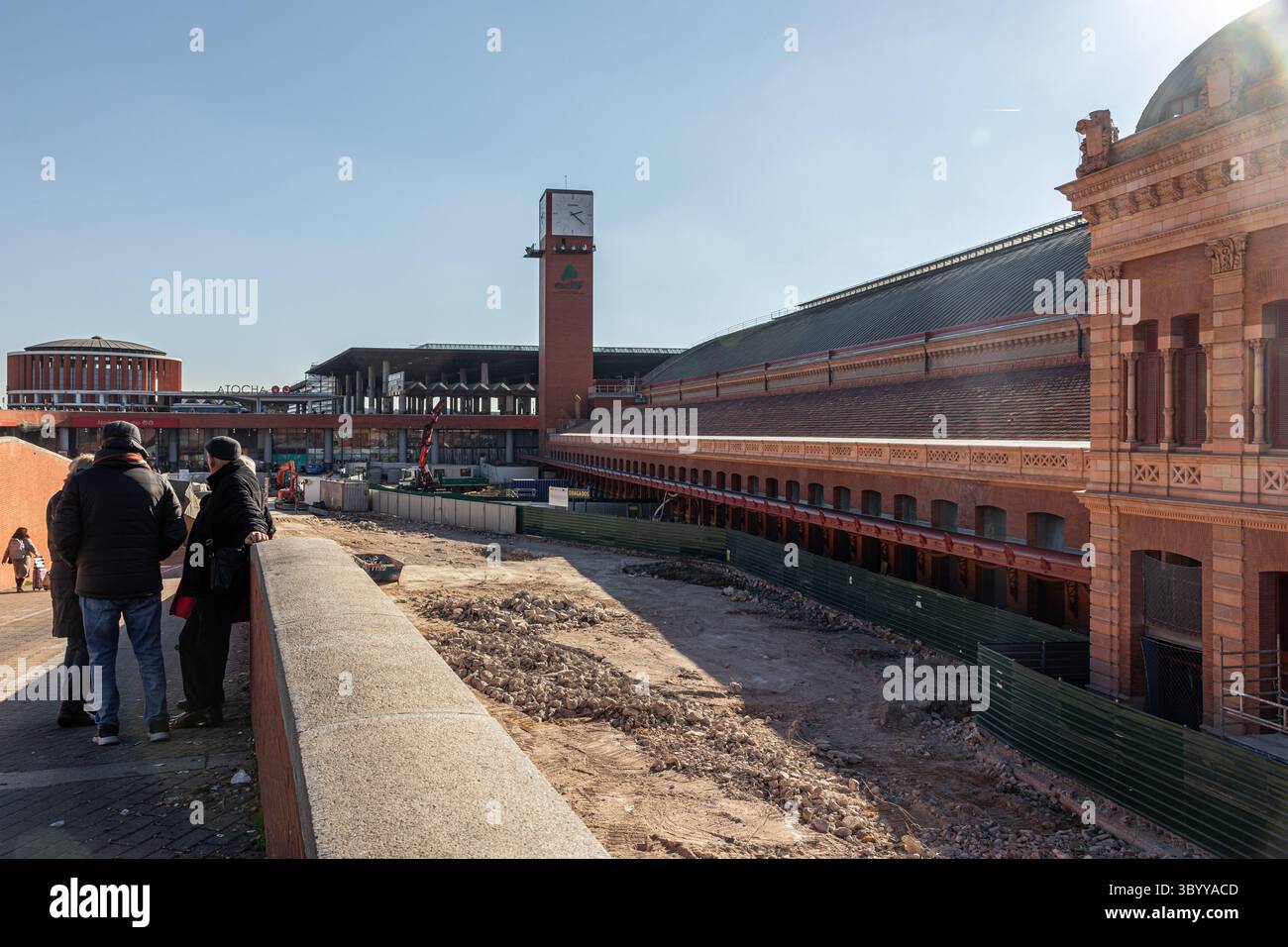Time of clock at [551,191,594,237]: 2:21
